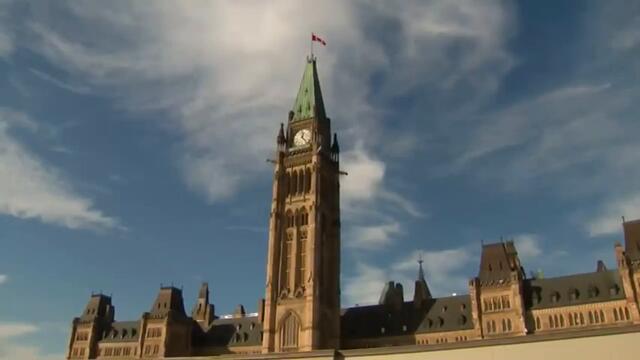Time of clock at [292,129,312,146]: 12:23
